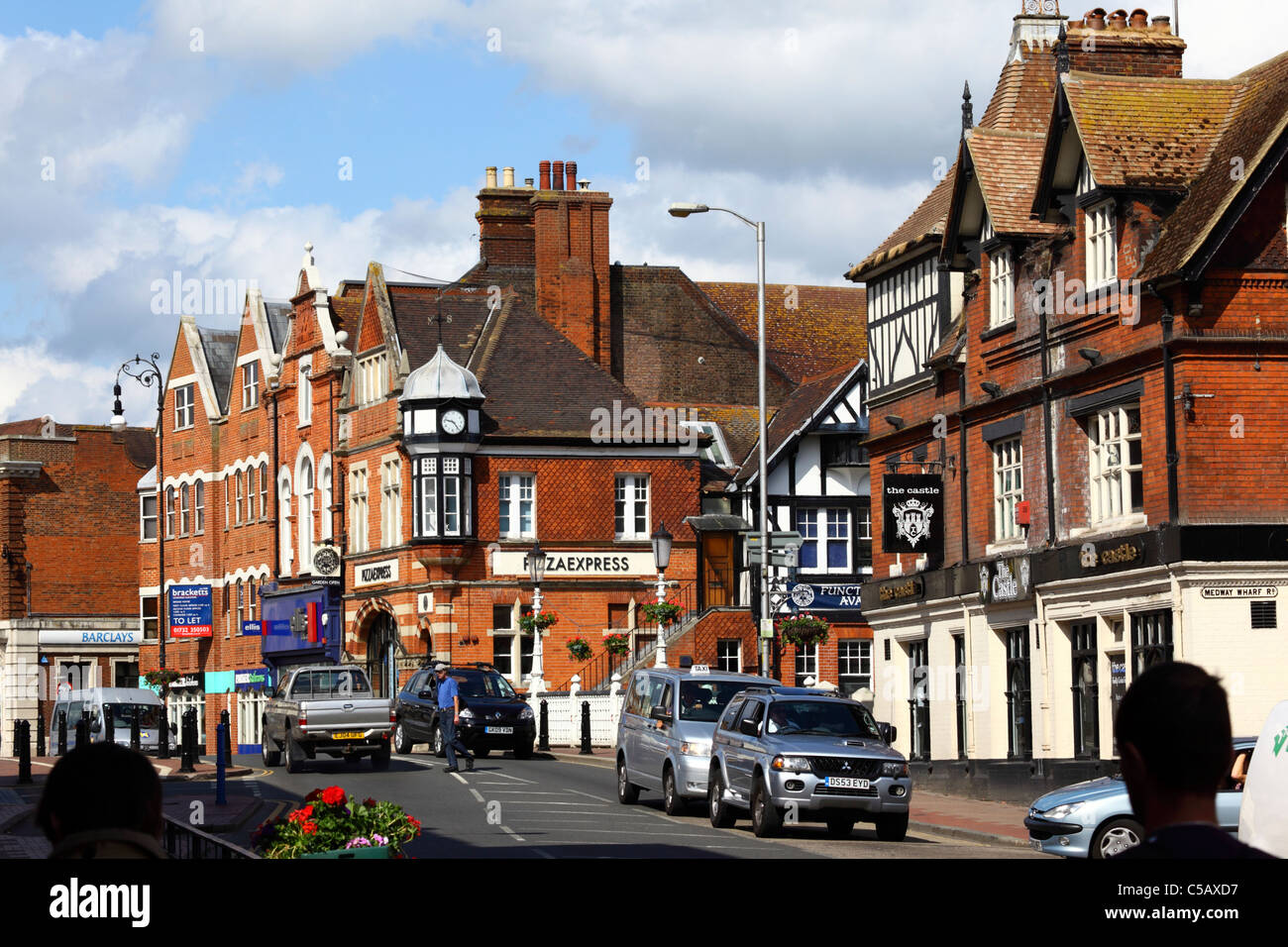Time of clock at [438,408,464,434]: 9:23
